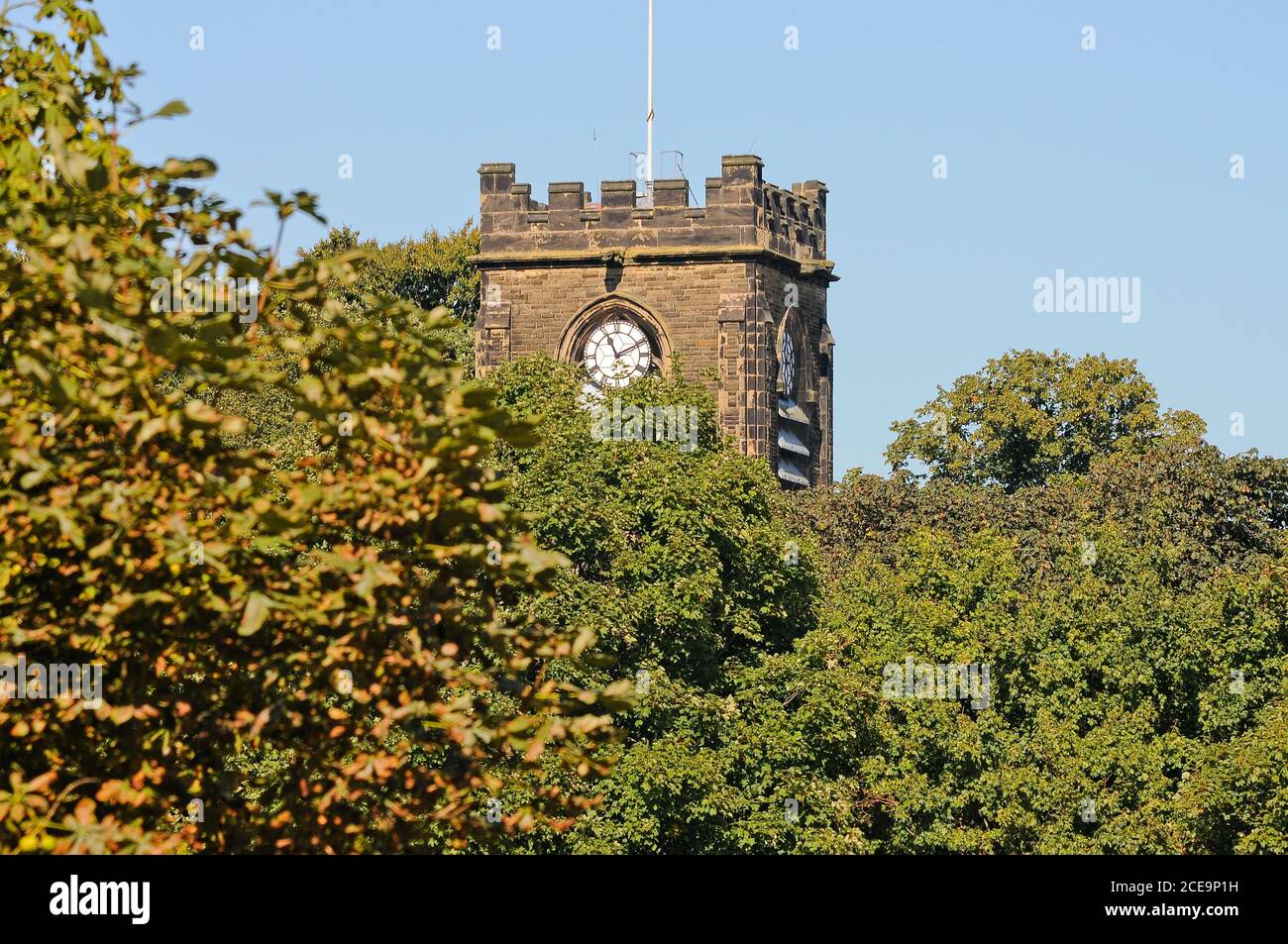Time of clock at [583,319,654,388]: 11:10
